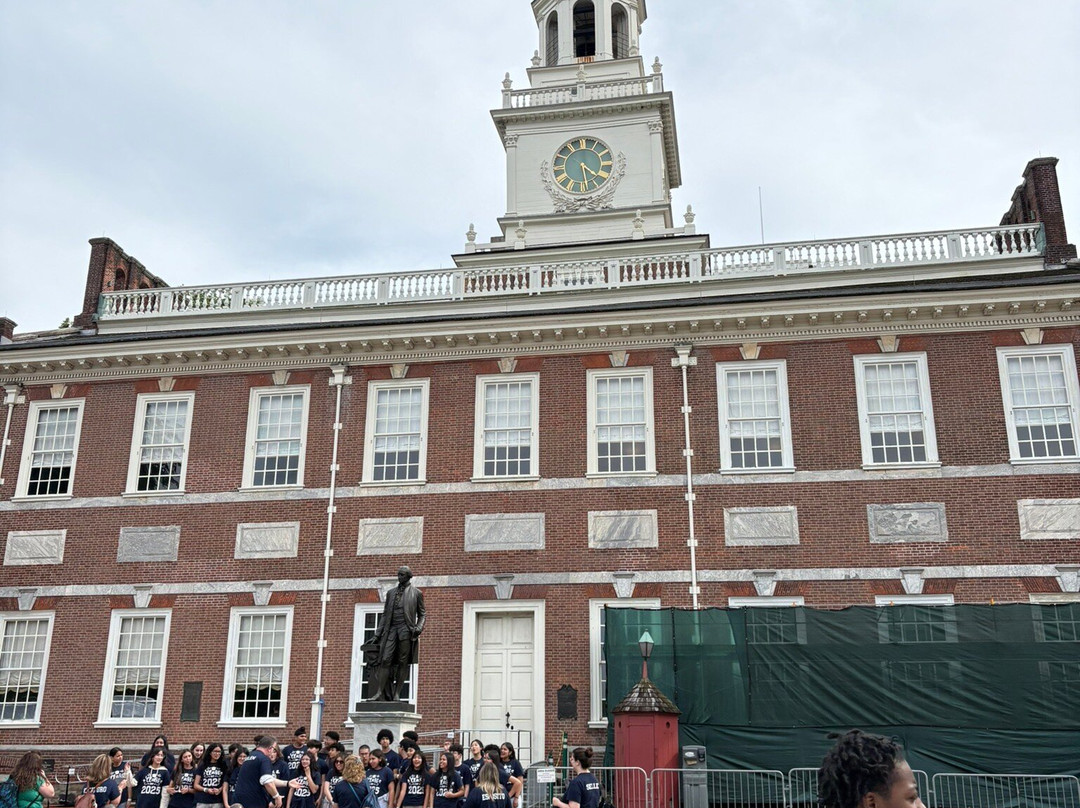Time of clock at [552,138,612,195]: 4:28
